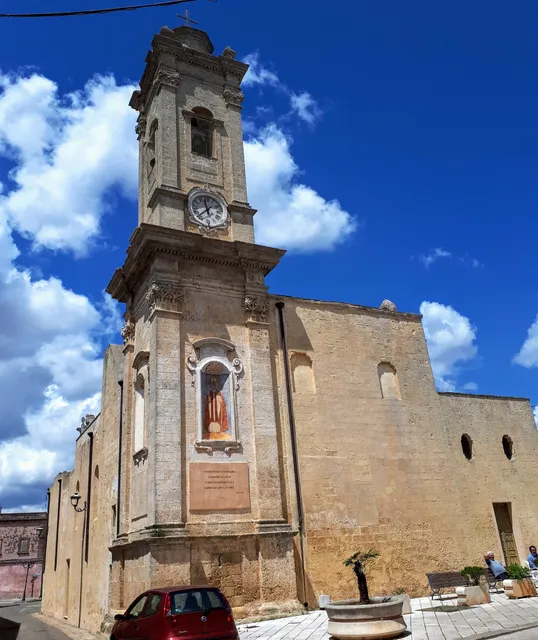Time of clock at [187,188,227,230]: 11:37
